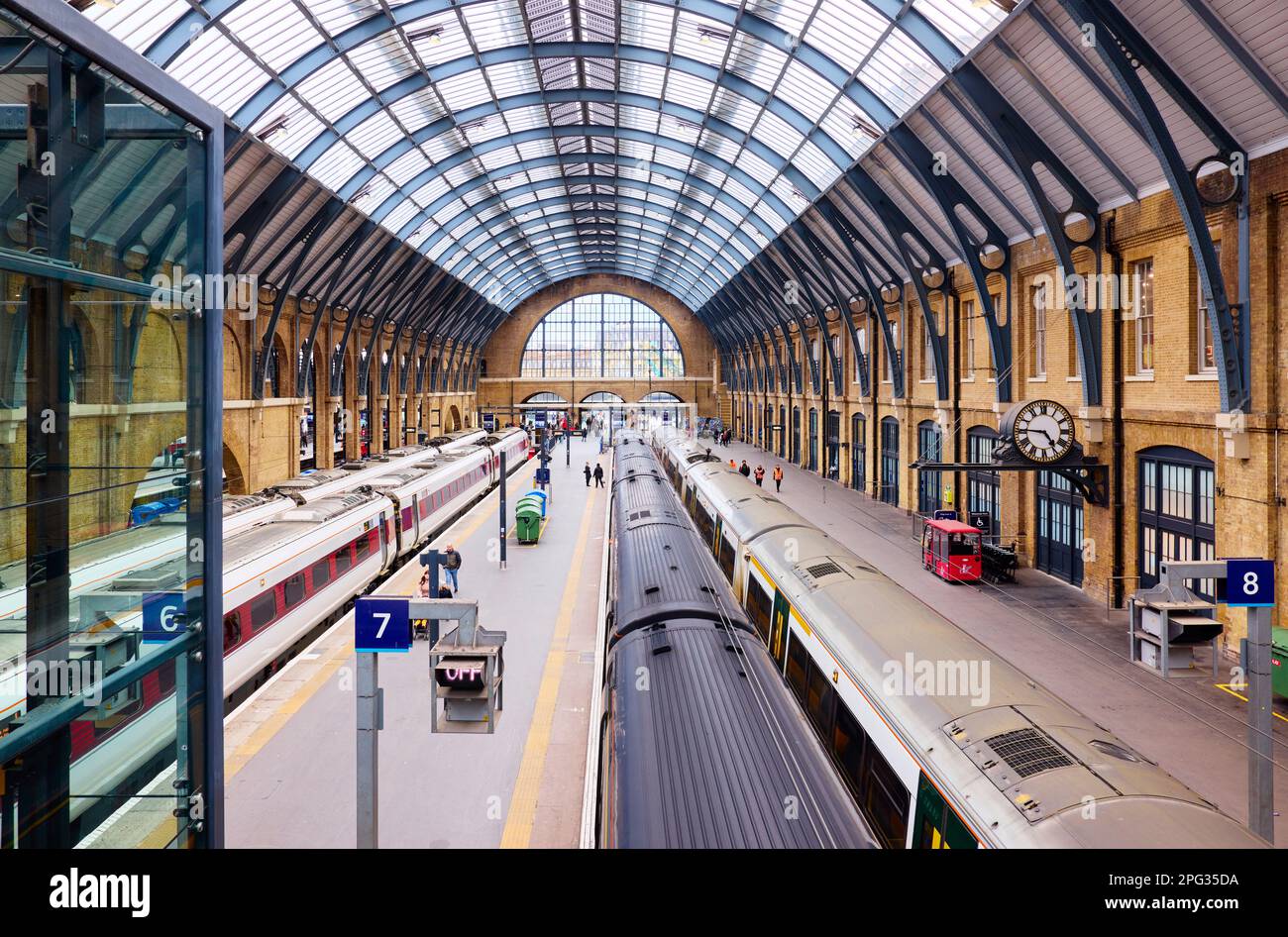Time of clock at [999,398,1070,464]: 4:45
